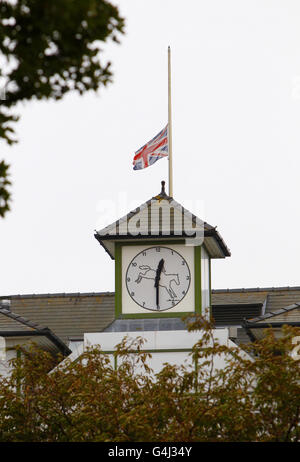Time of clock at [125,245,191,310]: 12:30
